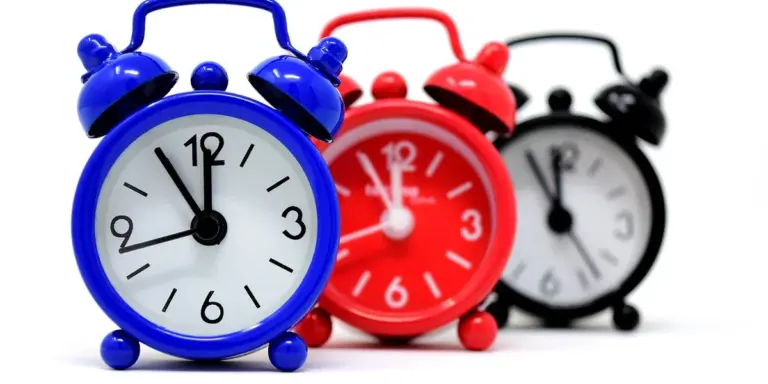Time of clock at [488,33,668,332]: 11:55
